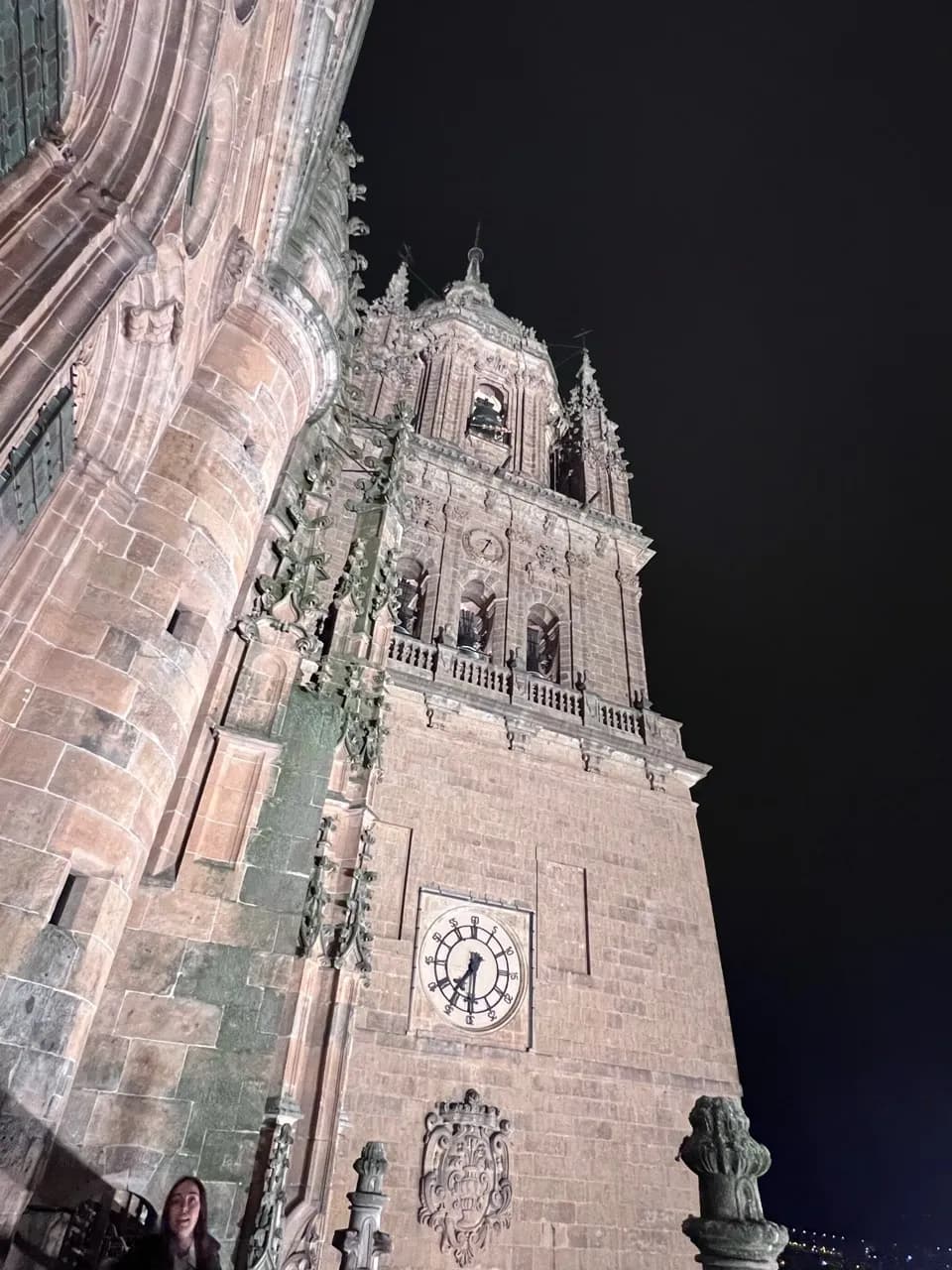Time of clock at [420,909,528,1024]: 7:30
